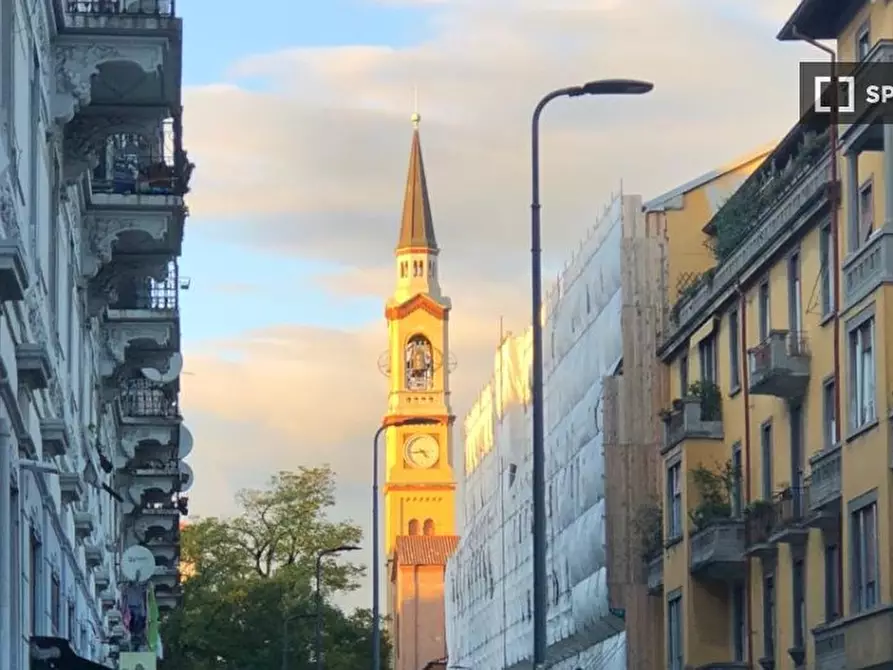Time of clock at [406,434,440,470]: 4:43
